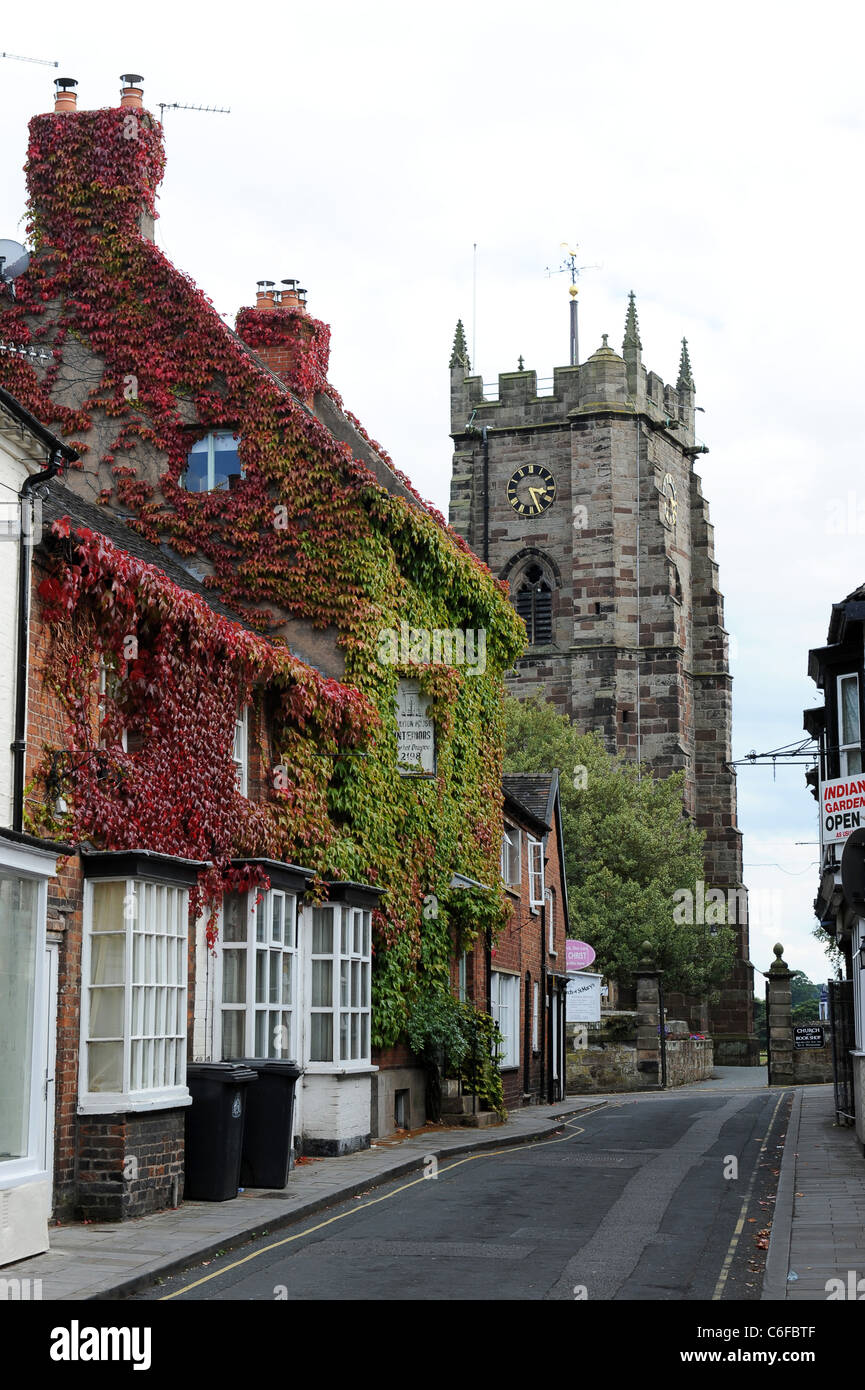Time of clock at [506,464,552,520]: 3:26
